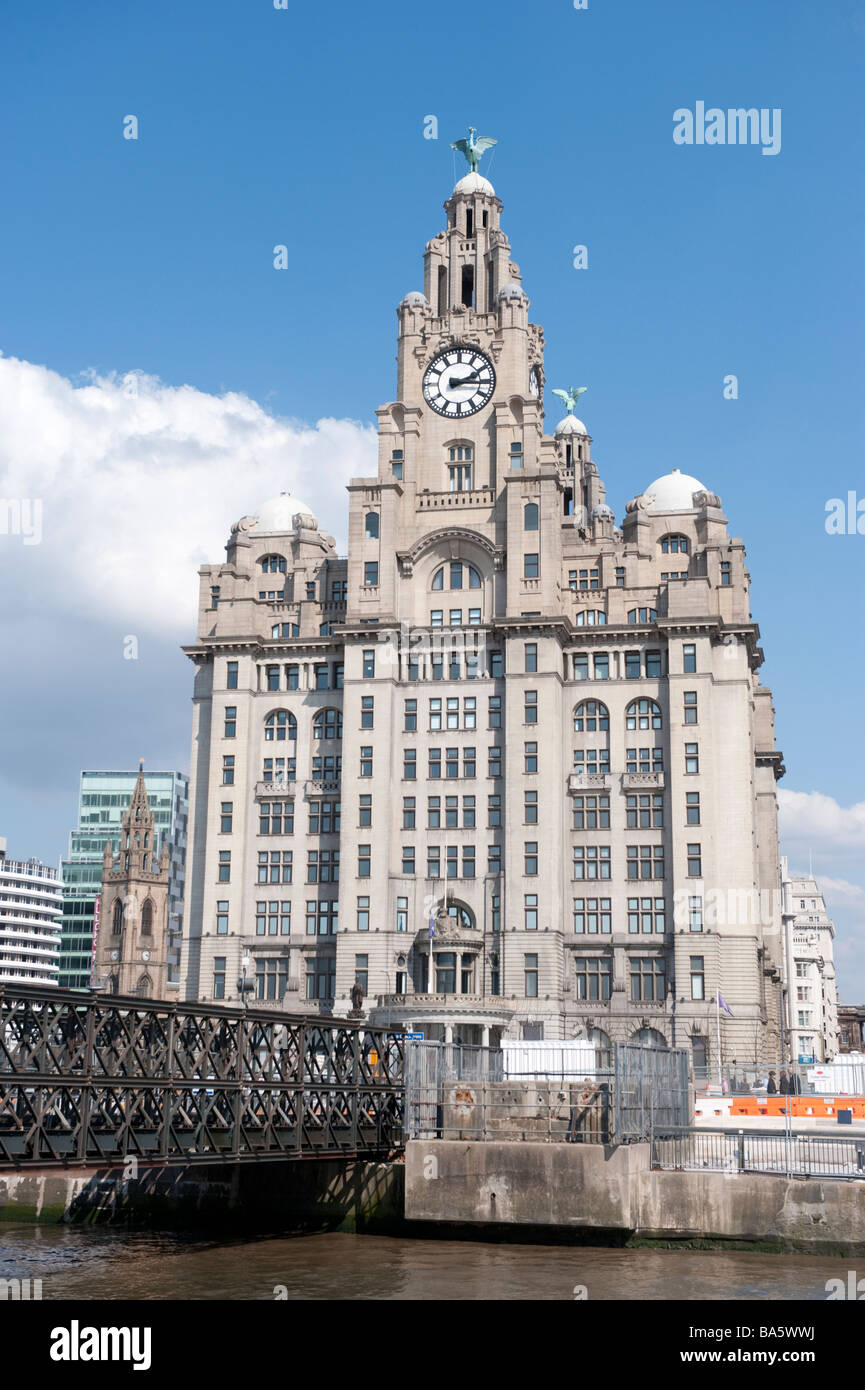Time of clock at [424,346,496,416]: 2:15
